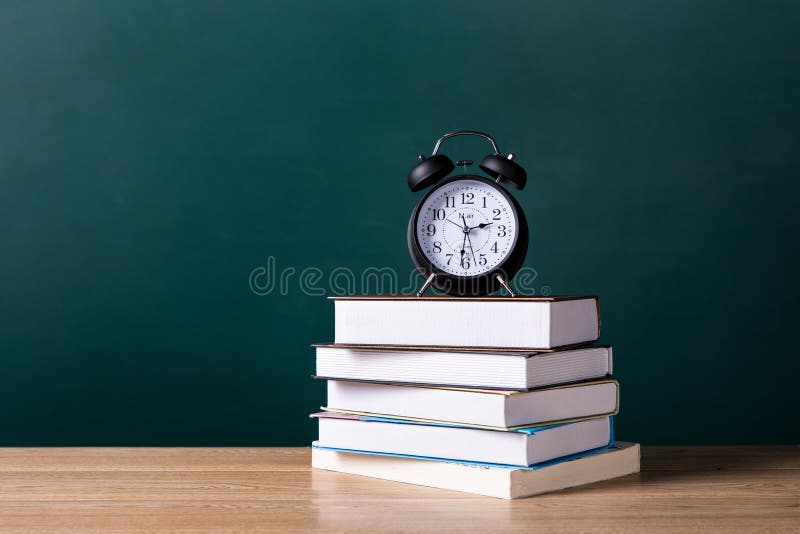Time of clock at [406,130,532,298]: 2:31
